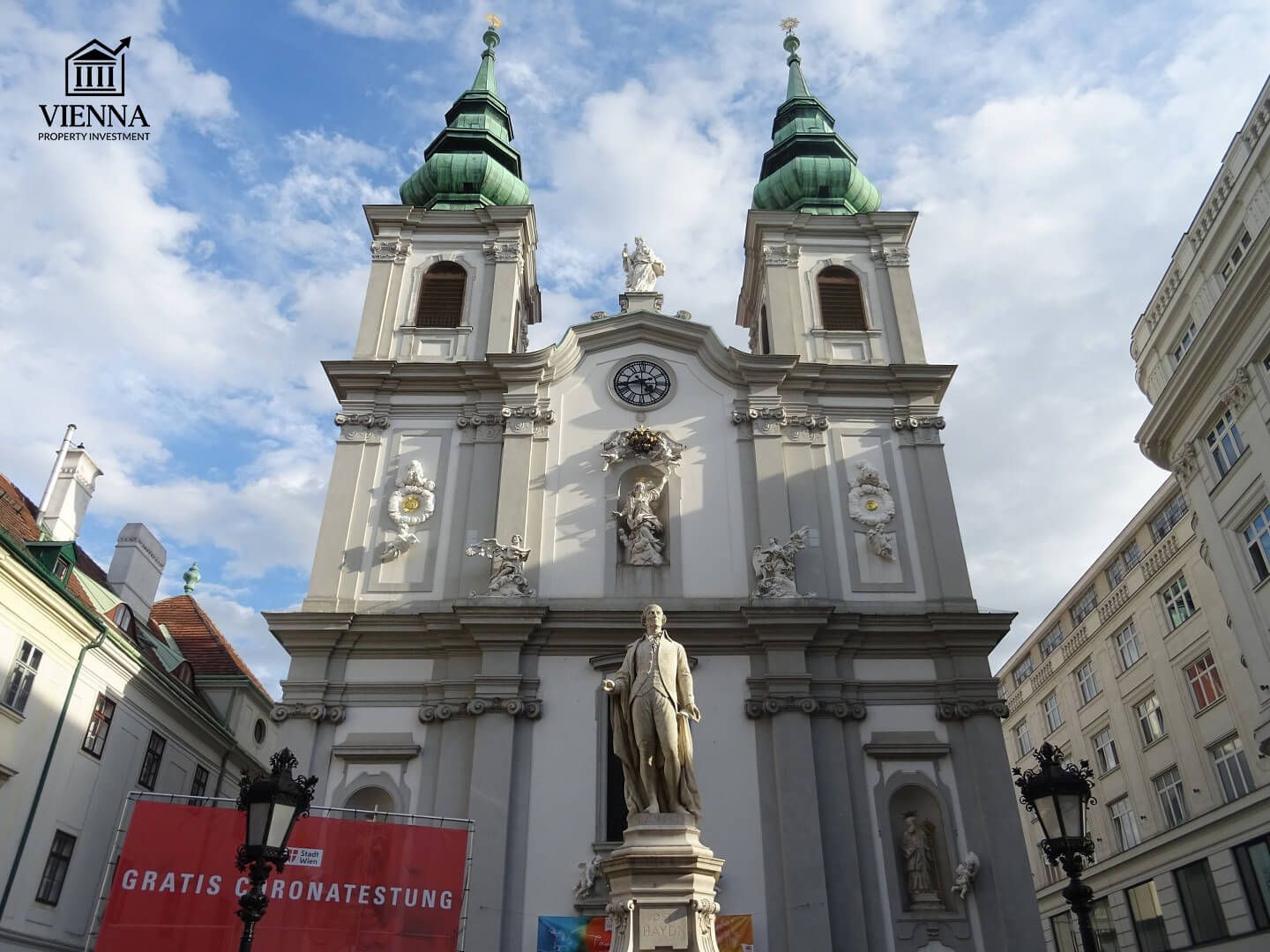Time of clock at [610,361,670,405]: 4:42
